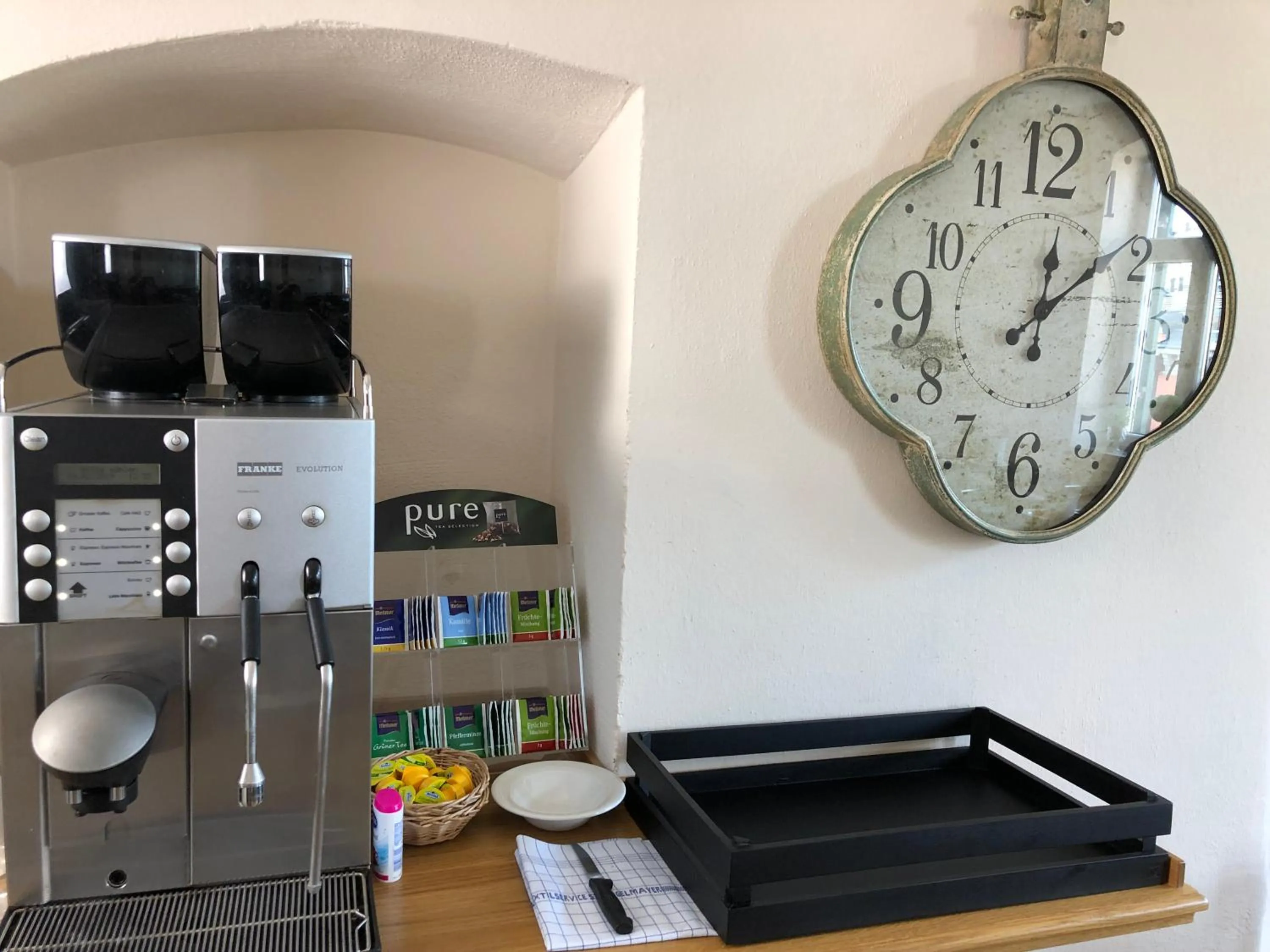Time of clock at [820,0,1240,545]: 12:07
